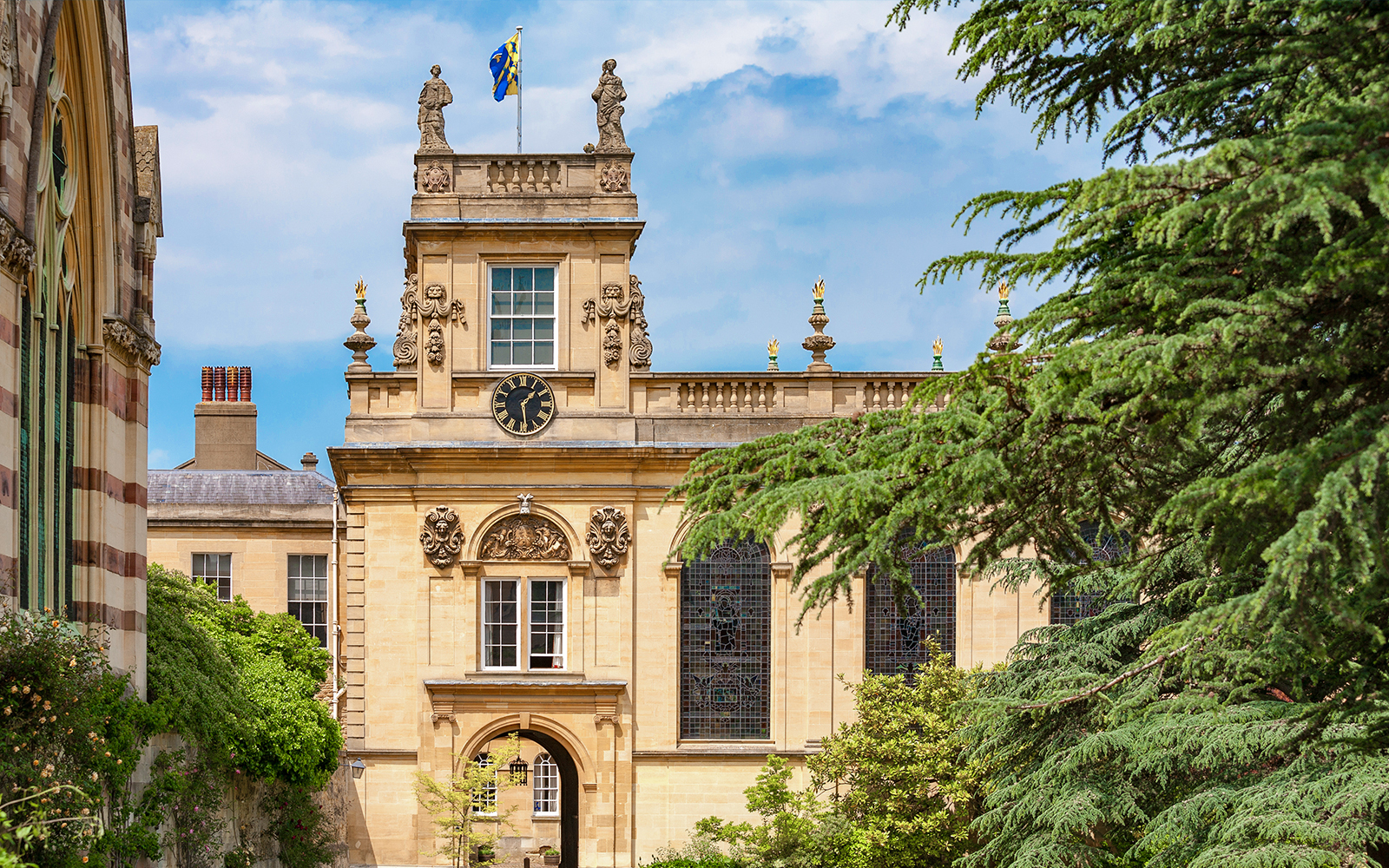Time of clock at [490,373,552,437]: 1:28
